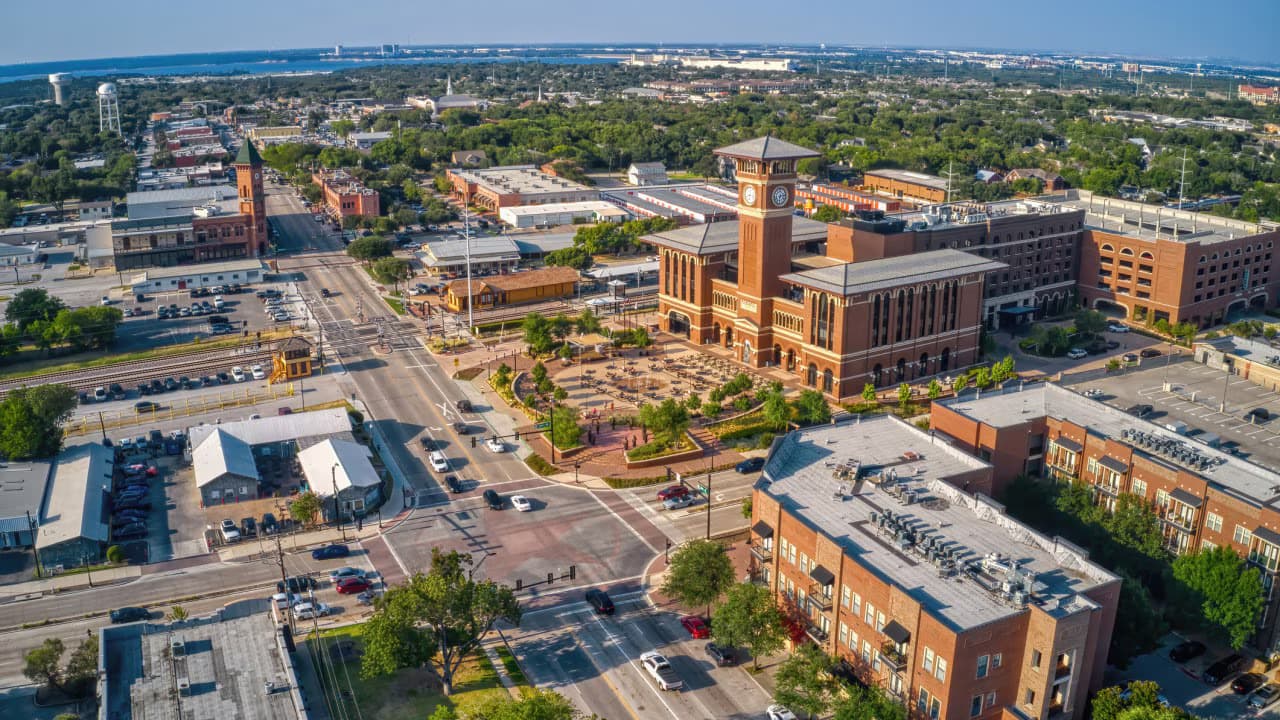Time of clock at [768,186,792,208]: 6:13
